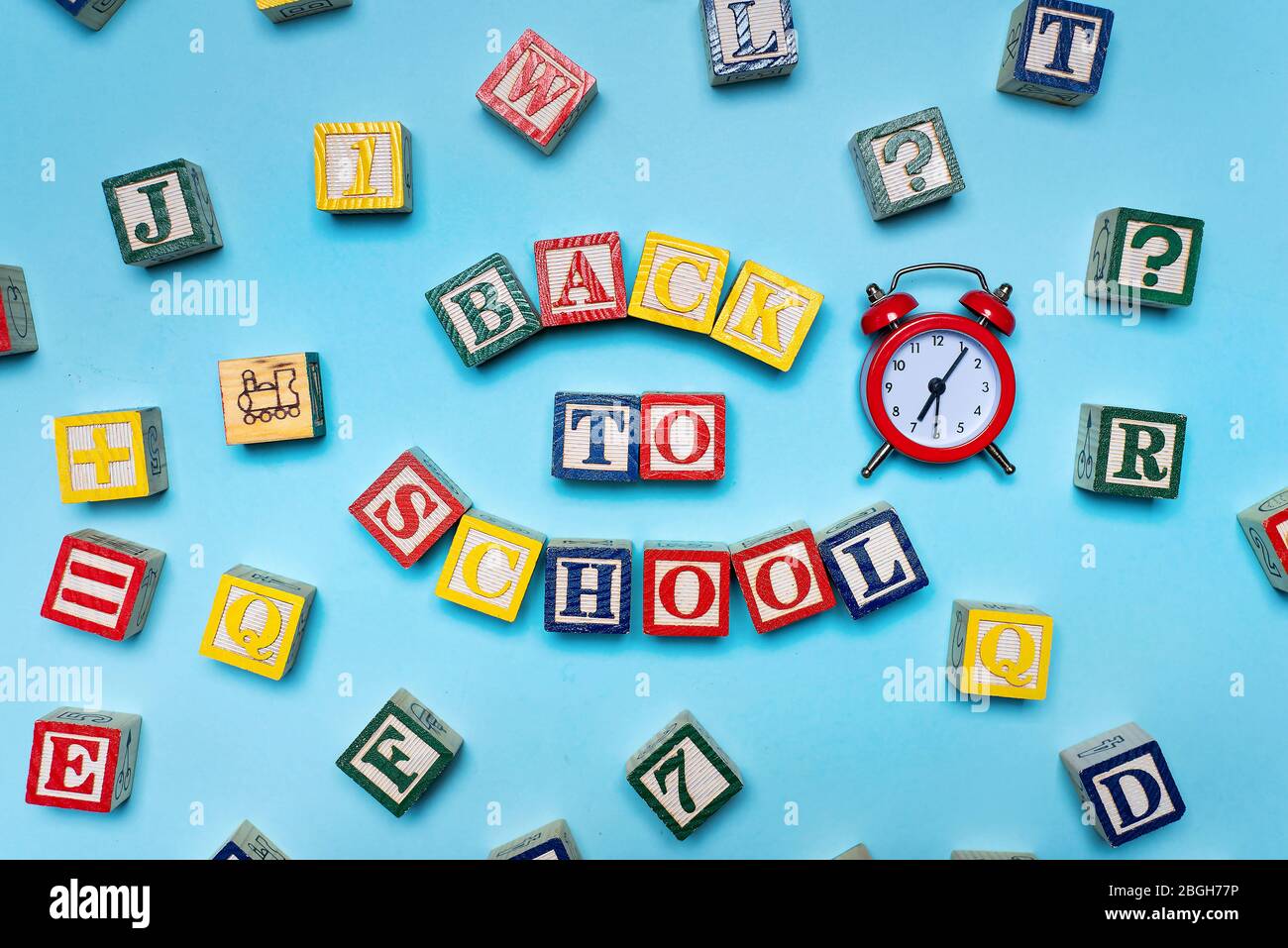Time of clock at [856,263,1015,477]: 7:06
